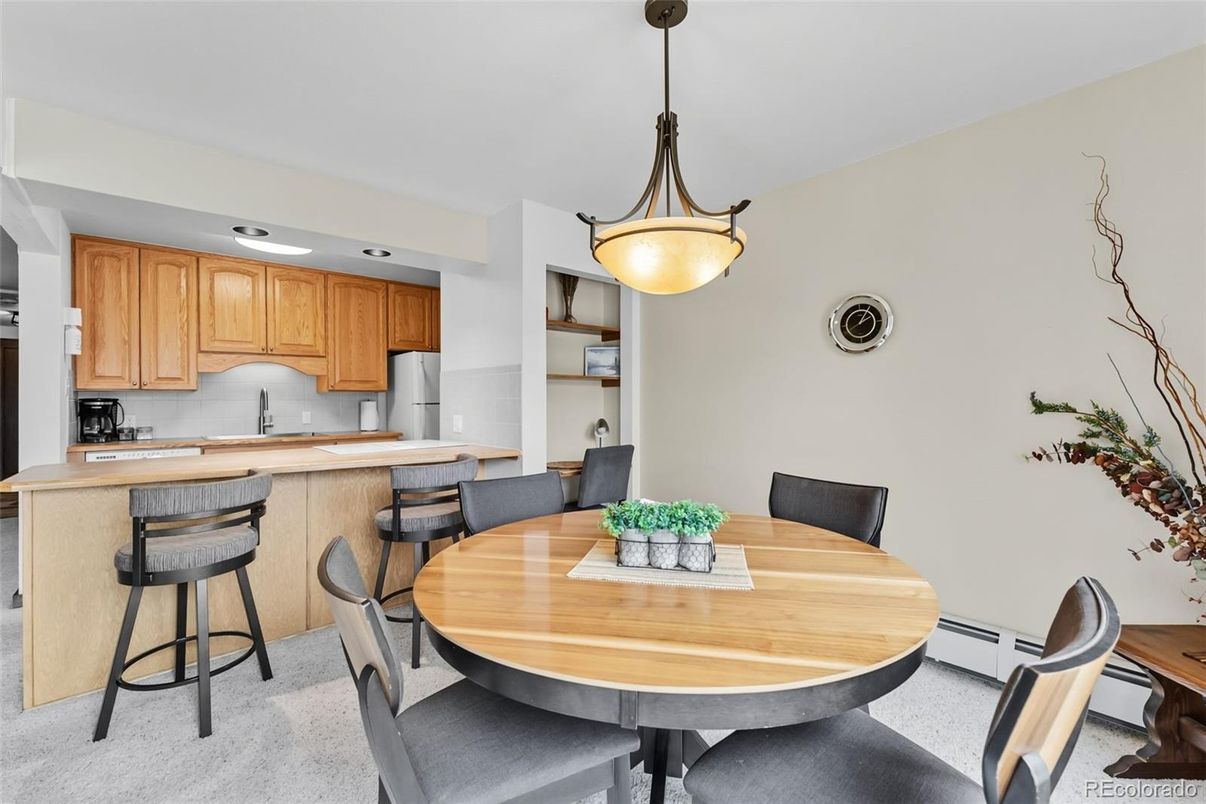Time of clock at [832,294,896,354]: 2:04
